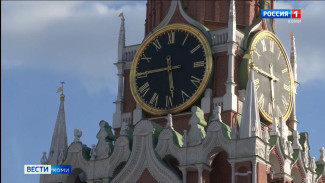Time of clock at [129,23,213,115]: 5:45
